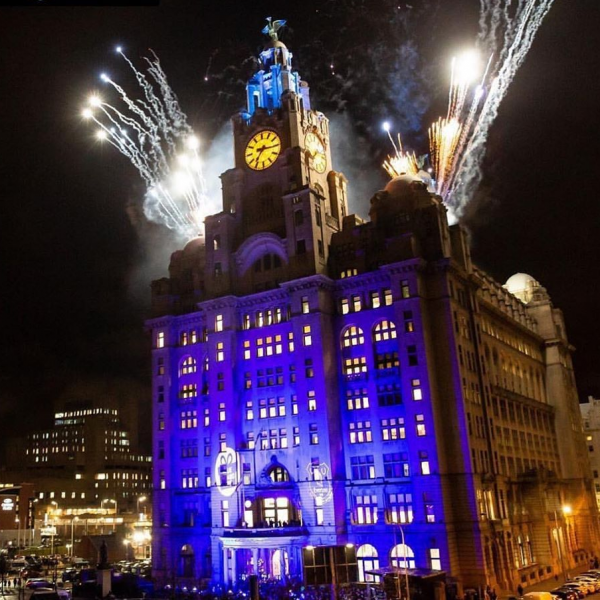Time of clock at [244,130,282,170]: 7:15
